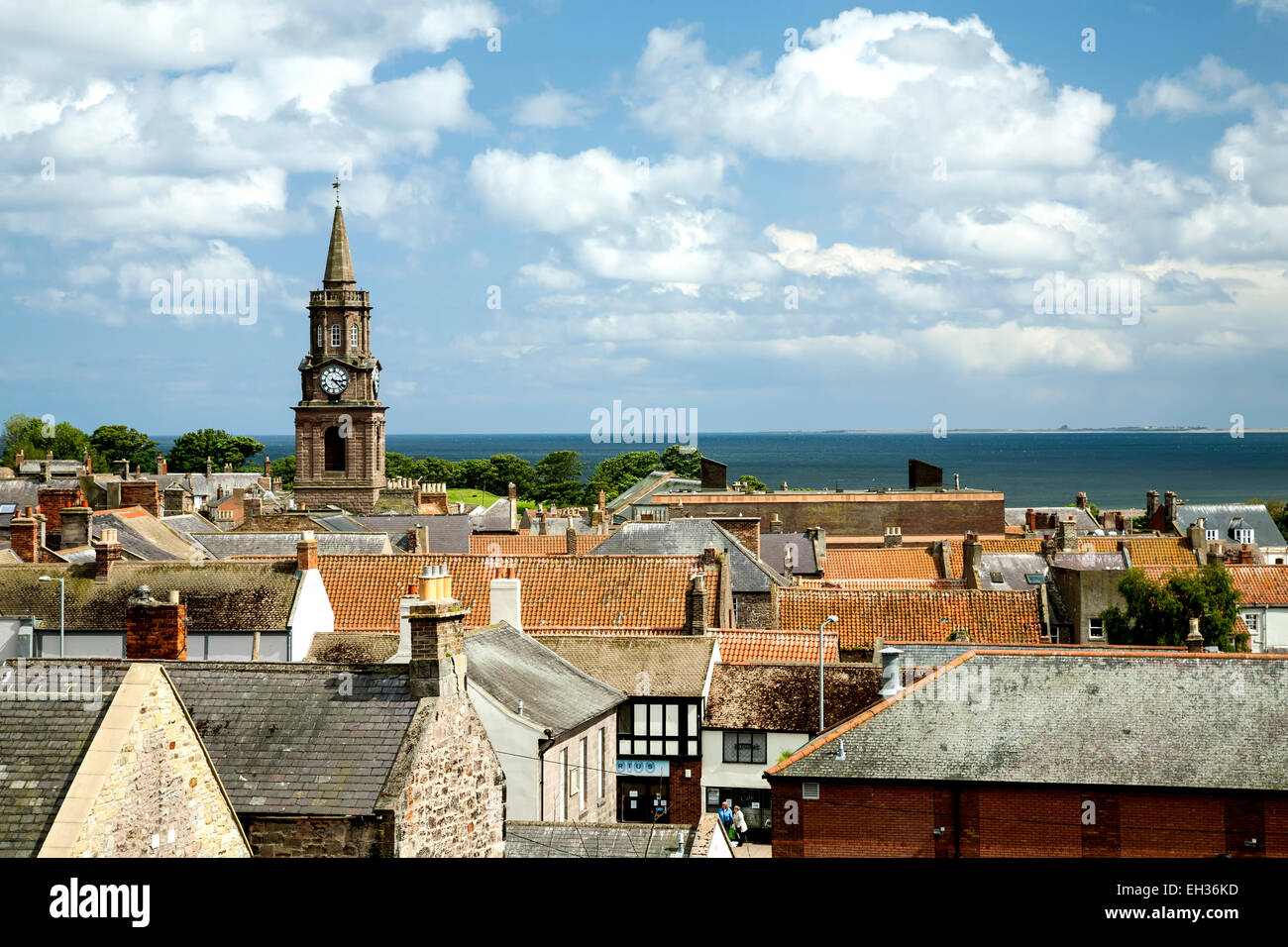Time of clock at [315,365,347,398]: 3:22
